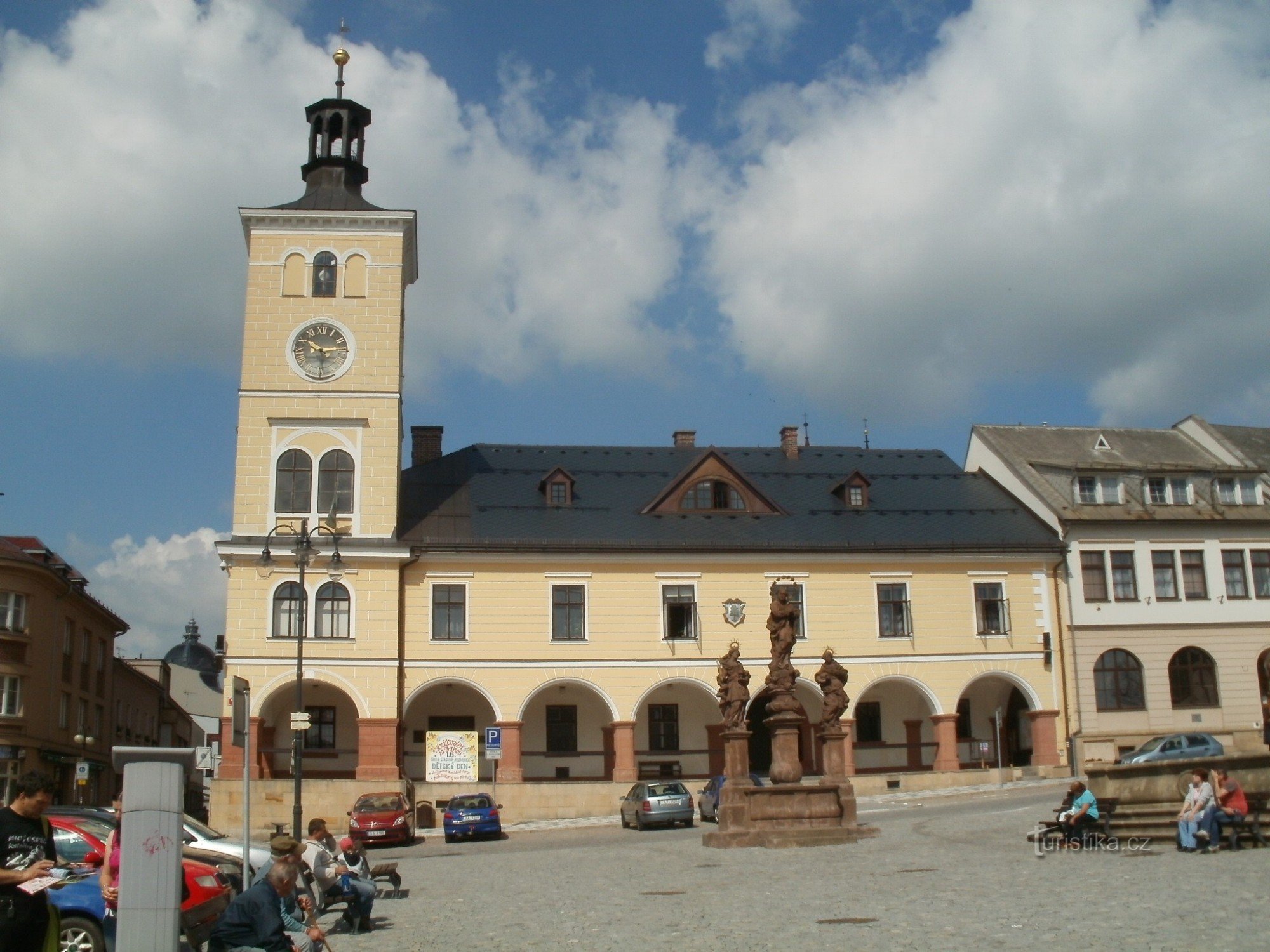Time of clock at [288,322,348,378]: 10:13
